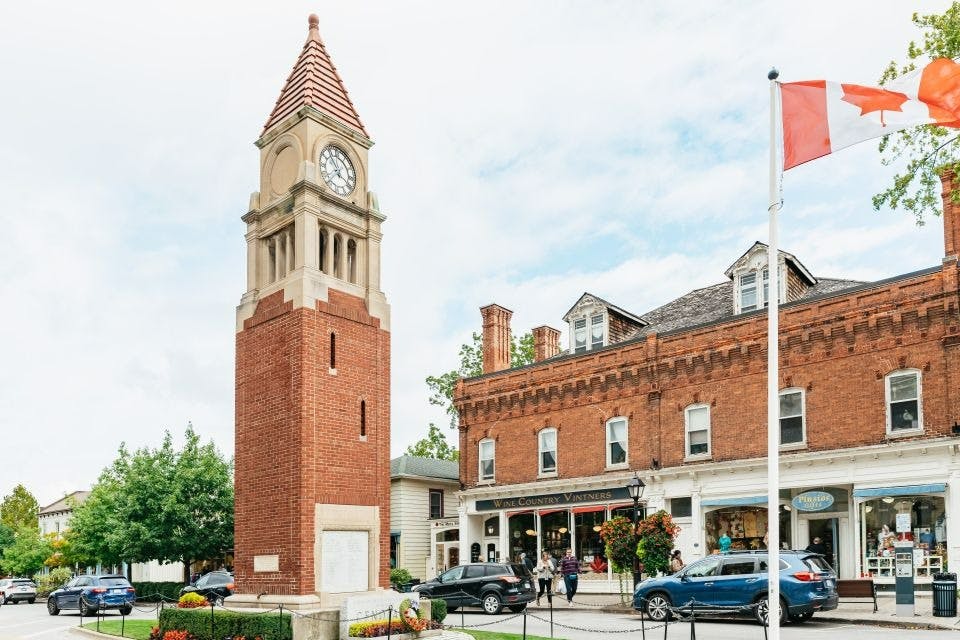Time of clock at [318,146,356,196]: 3:53
